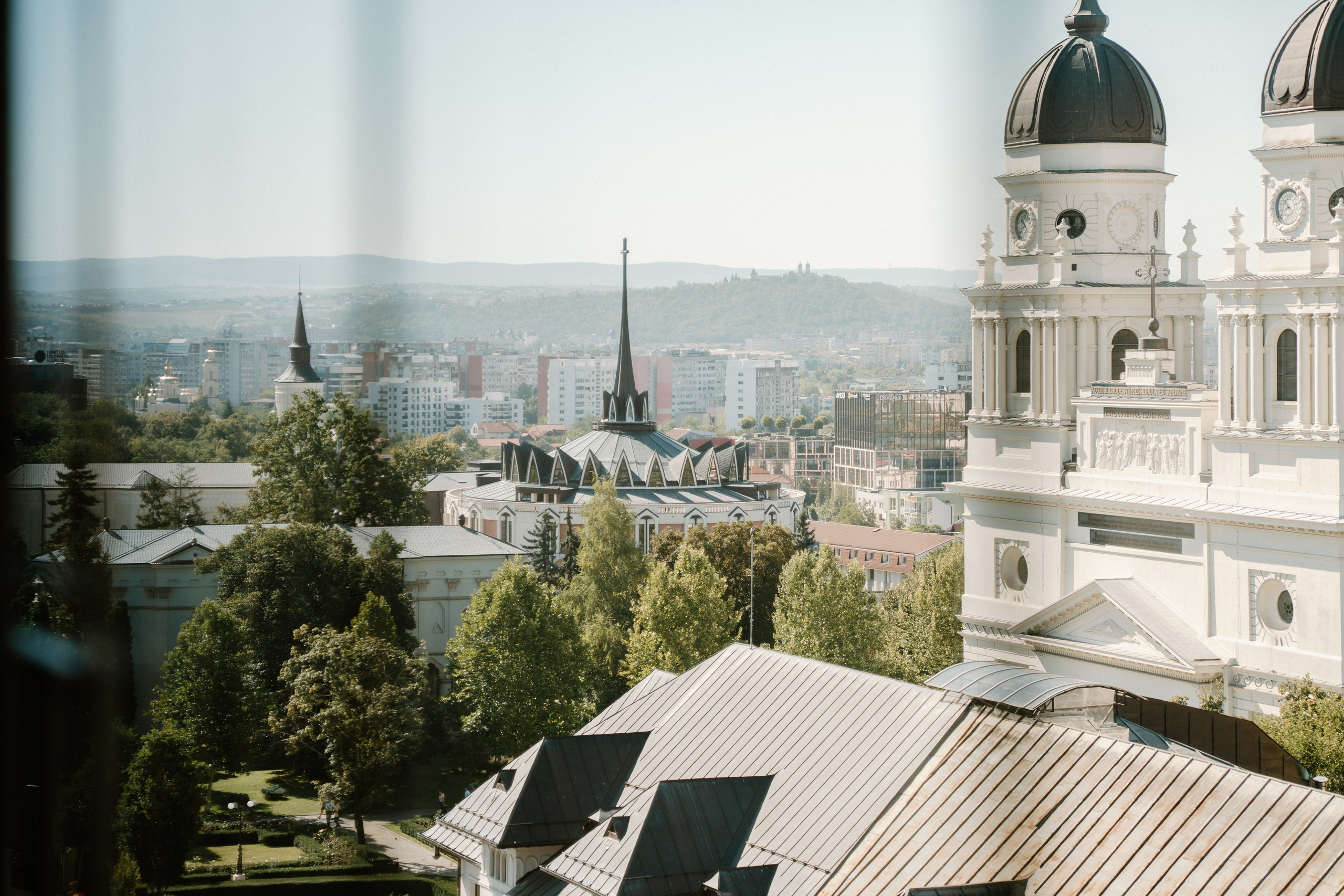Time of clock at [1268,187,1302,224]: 7:51
